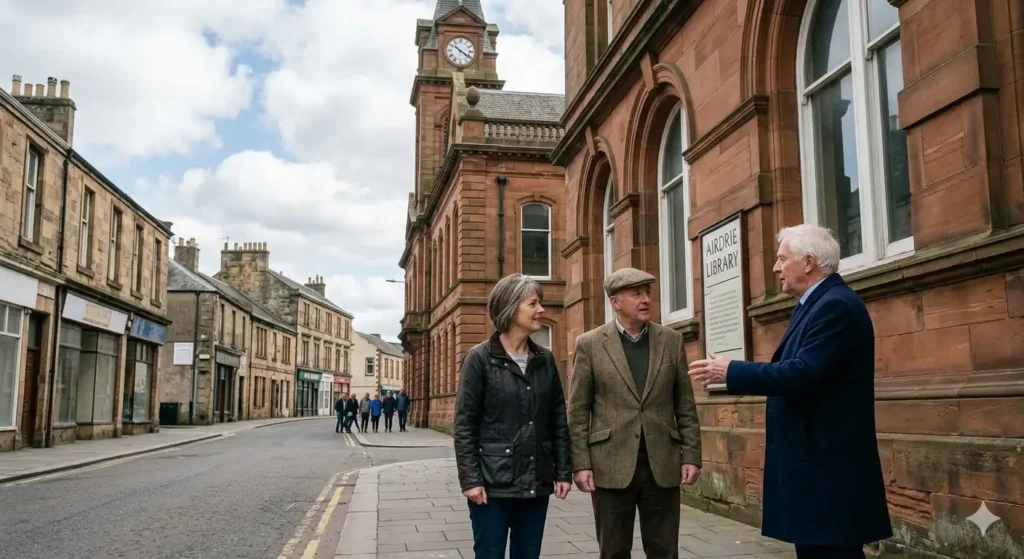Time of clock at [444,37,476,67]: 10:20
